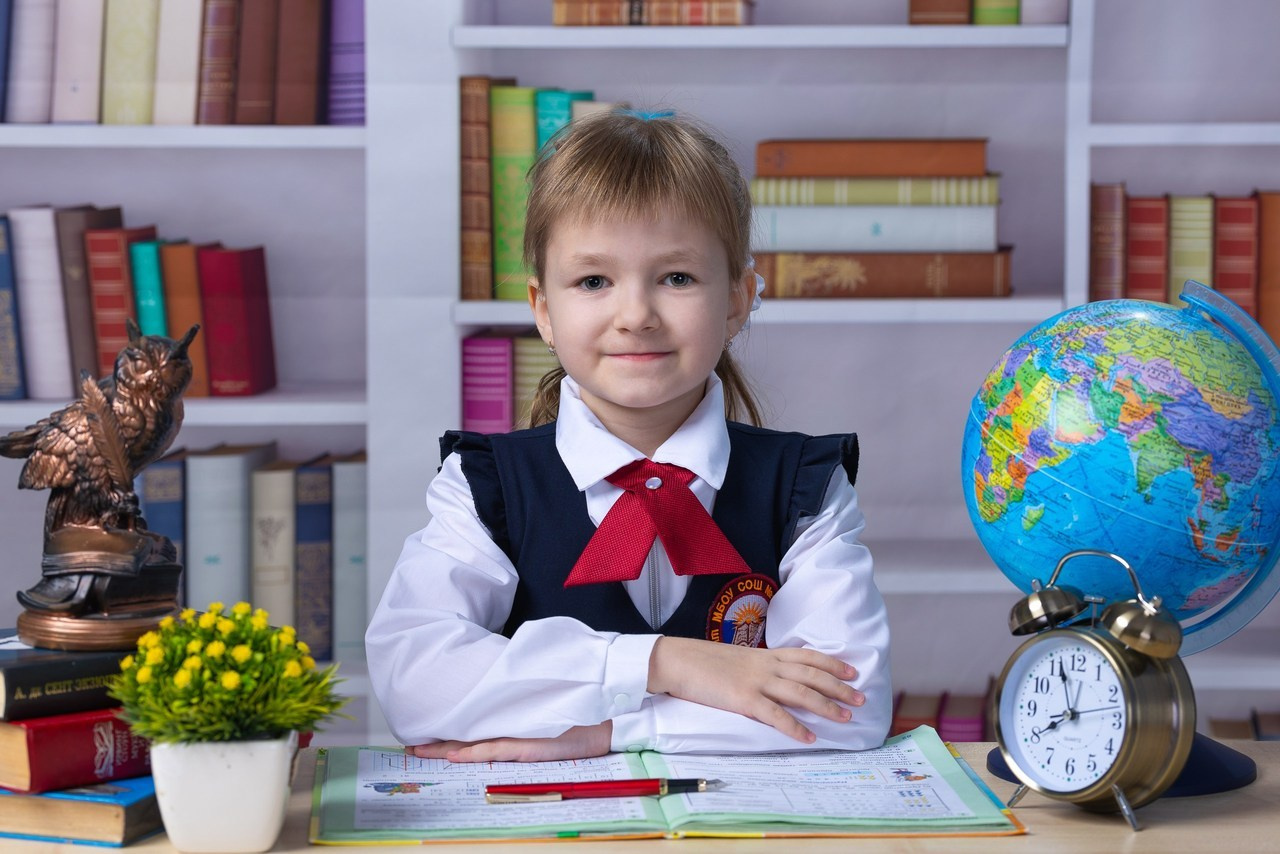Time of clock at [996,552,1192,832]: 7:56
